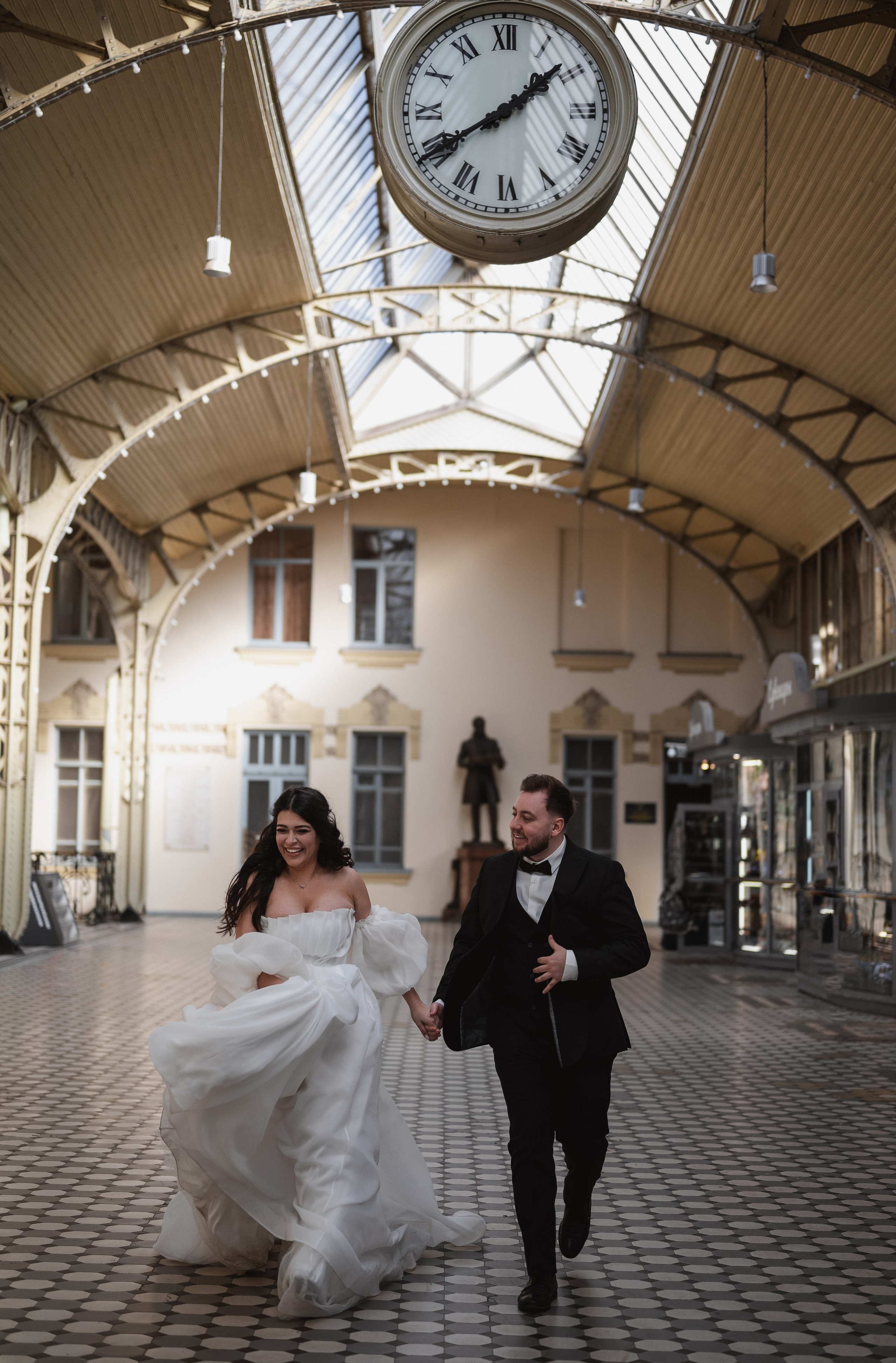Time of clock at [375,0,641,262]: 1:40
